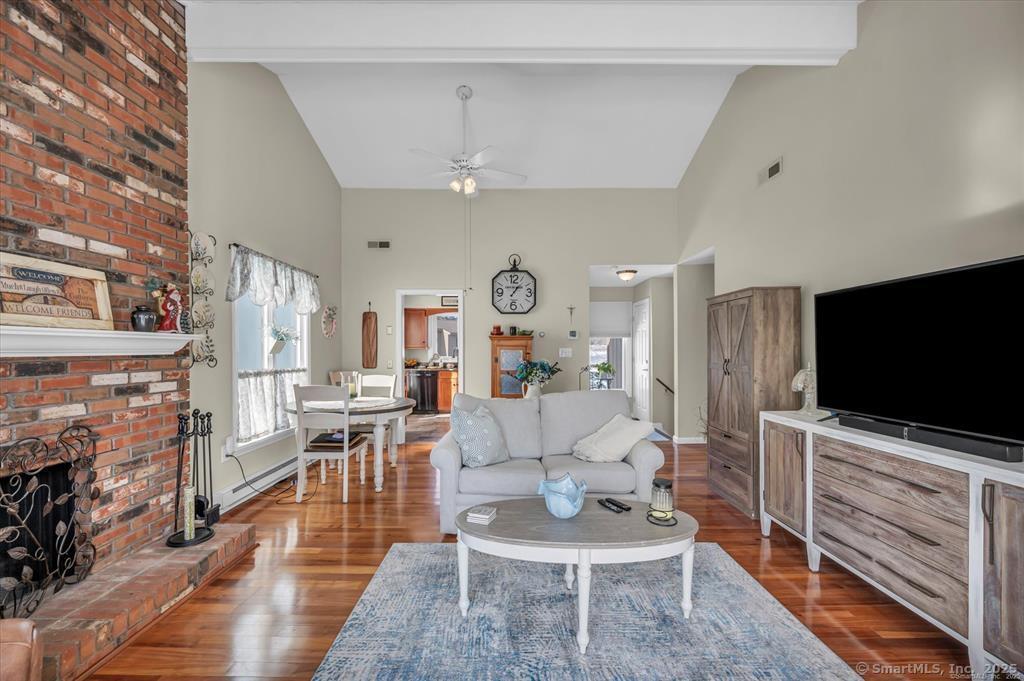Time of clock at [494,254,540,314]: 1:05
